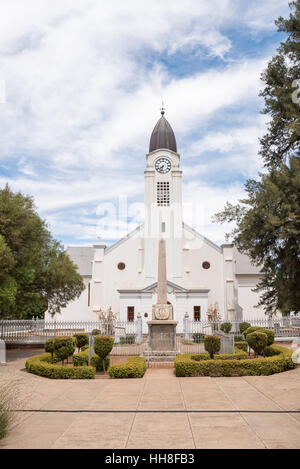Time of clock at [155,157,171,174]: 7:32
